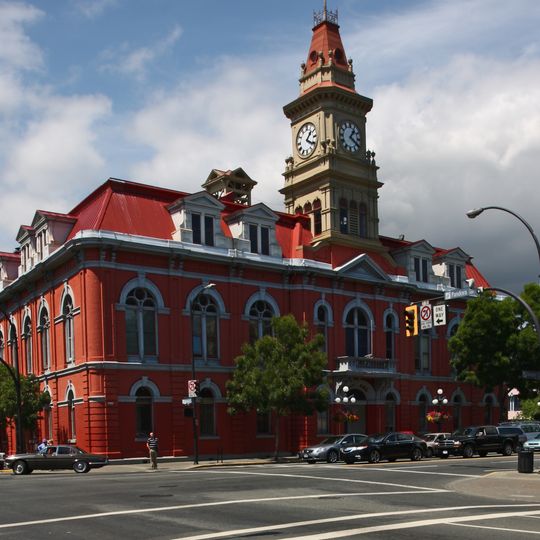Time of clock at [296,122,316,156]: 1:20
